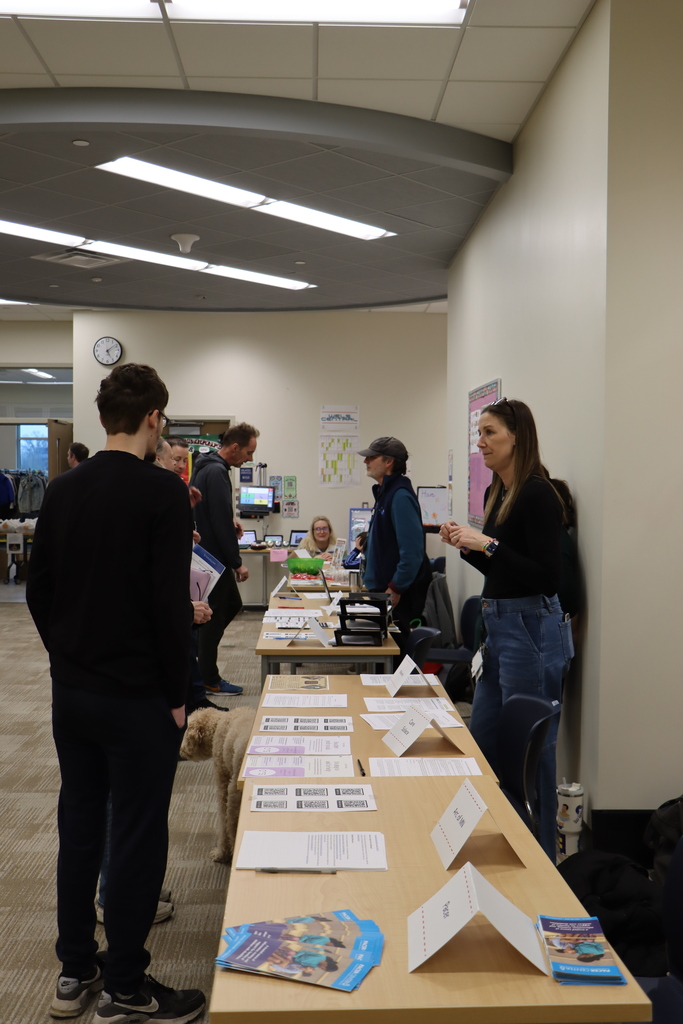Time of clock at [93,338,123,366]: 5:08
